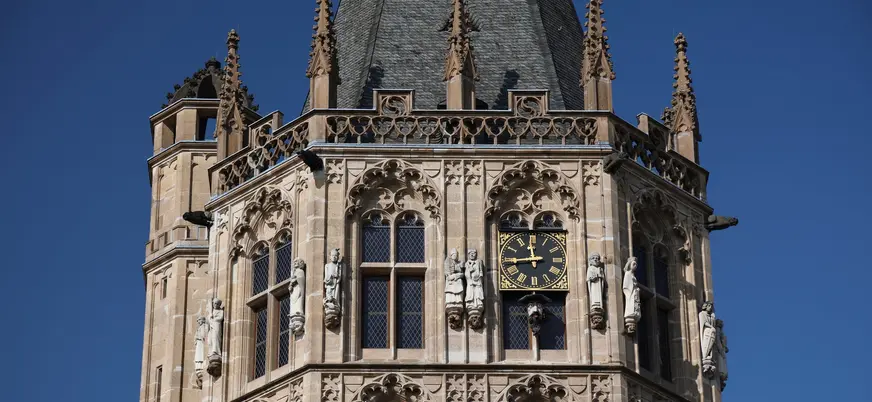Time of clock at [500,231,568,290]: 11:44
